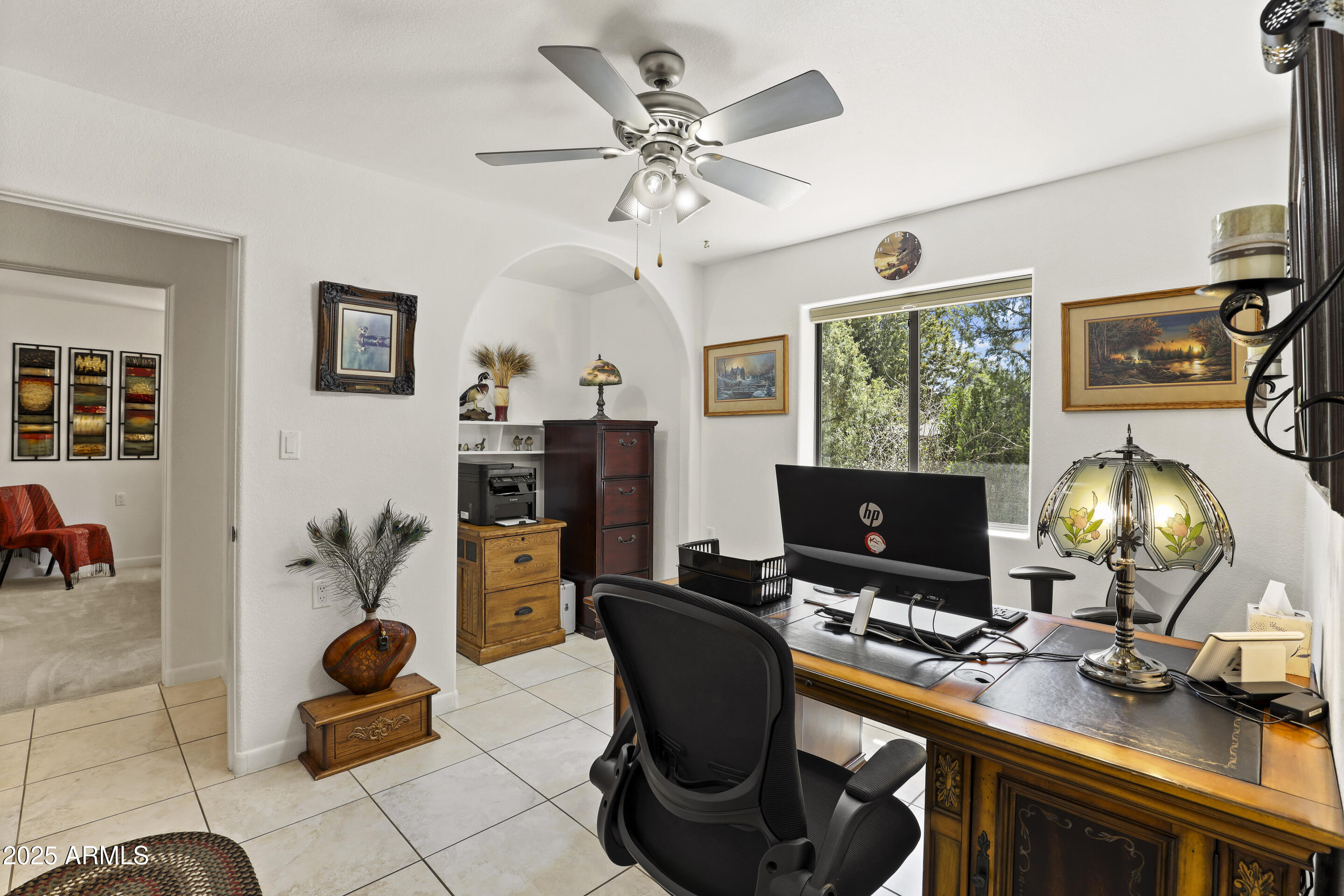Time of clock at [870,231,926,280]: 1:48
